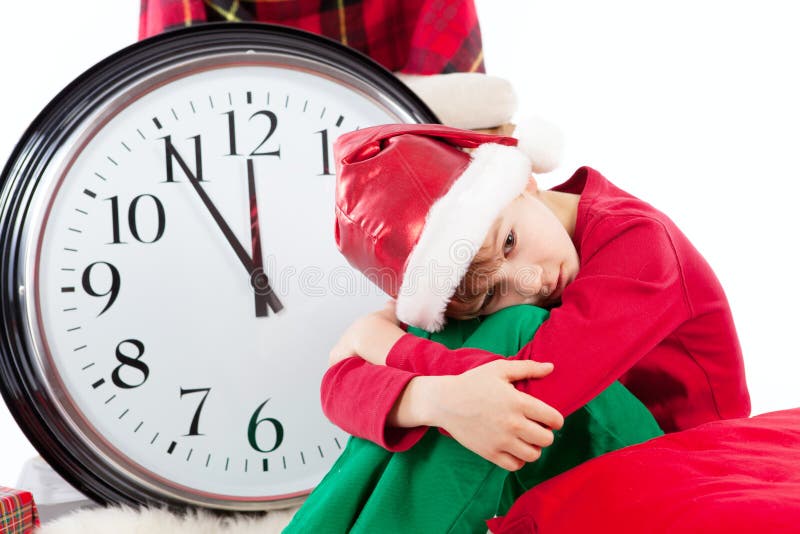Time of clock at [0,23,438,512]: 11:54
